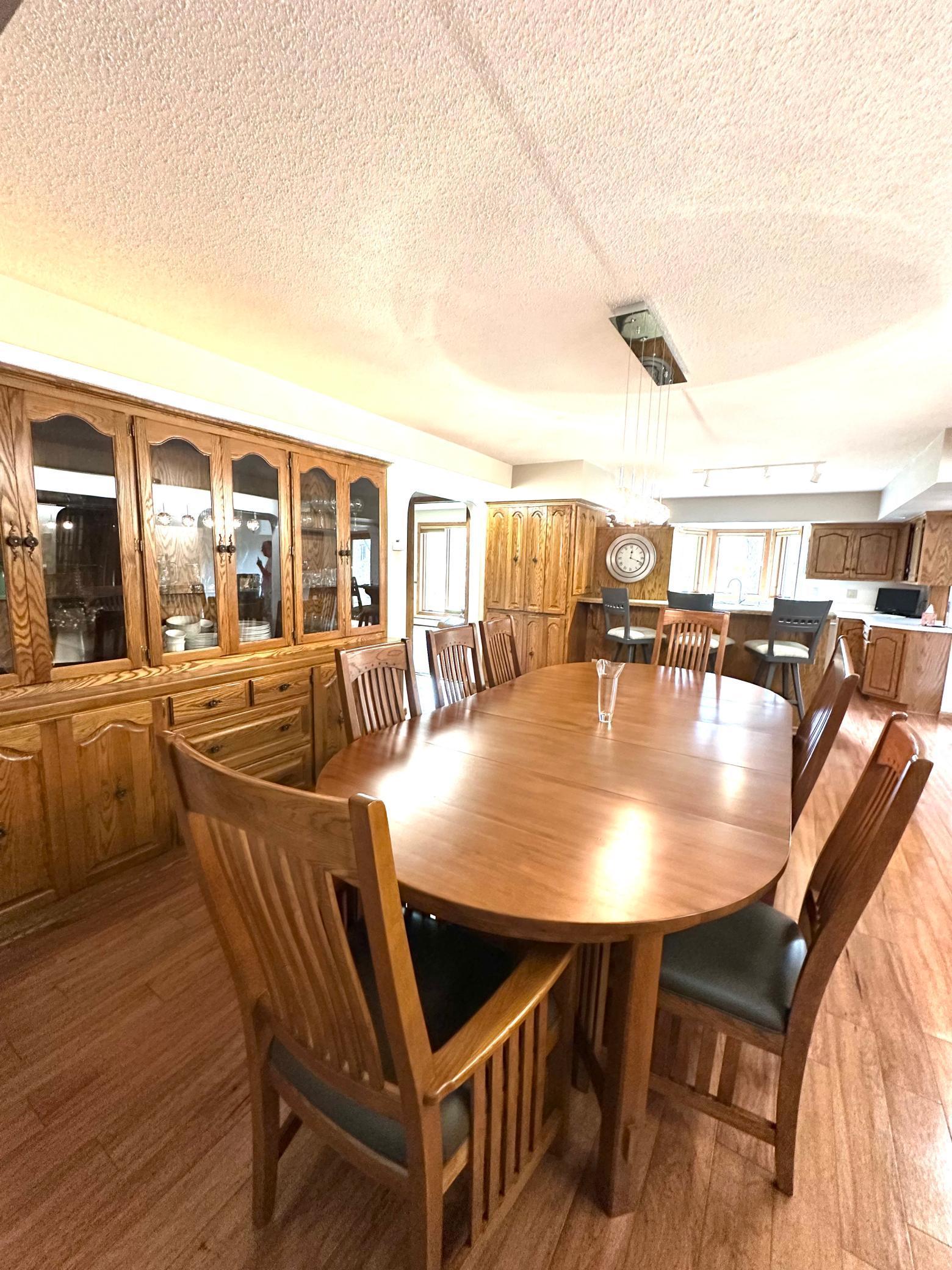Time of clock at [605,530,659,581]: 12:18
